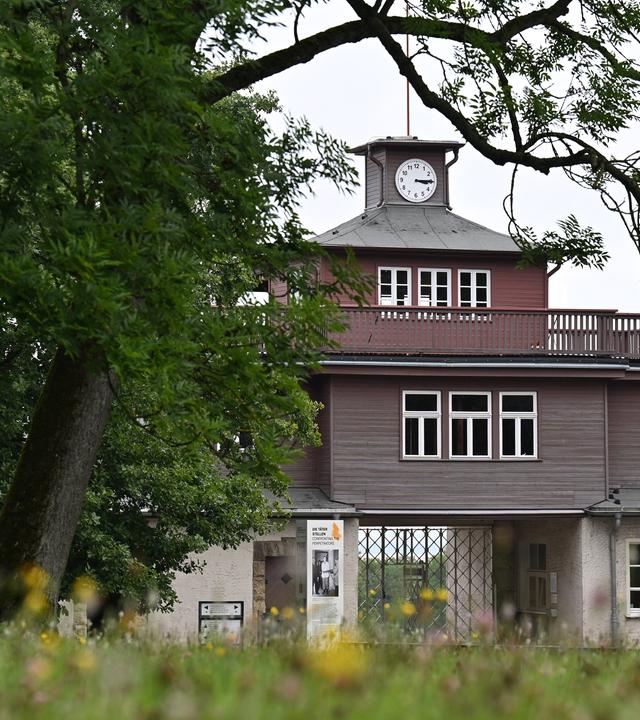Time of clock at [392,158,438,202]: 3:14
